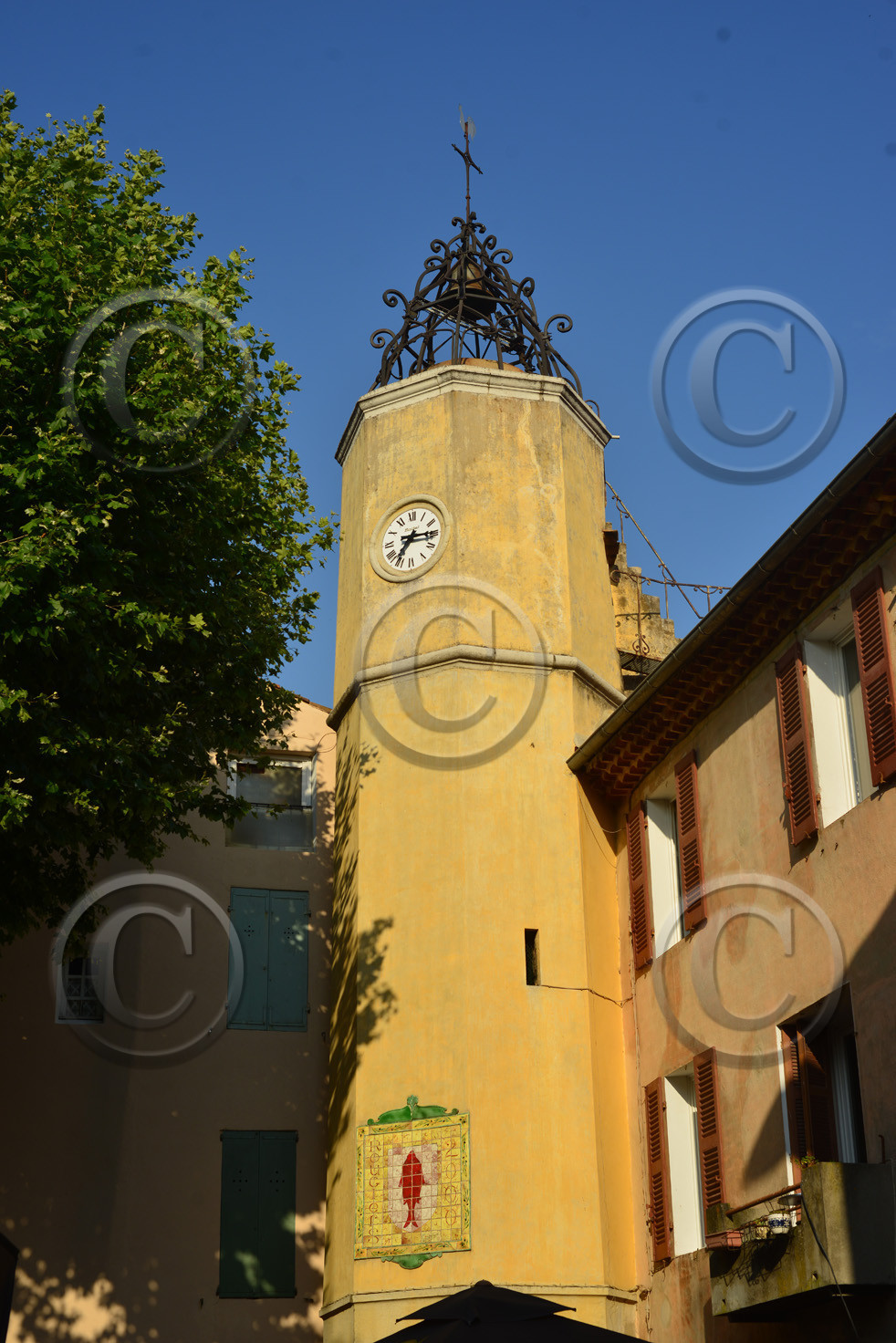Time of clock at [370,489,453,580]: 7:15
